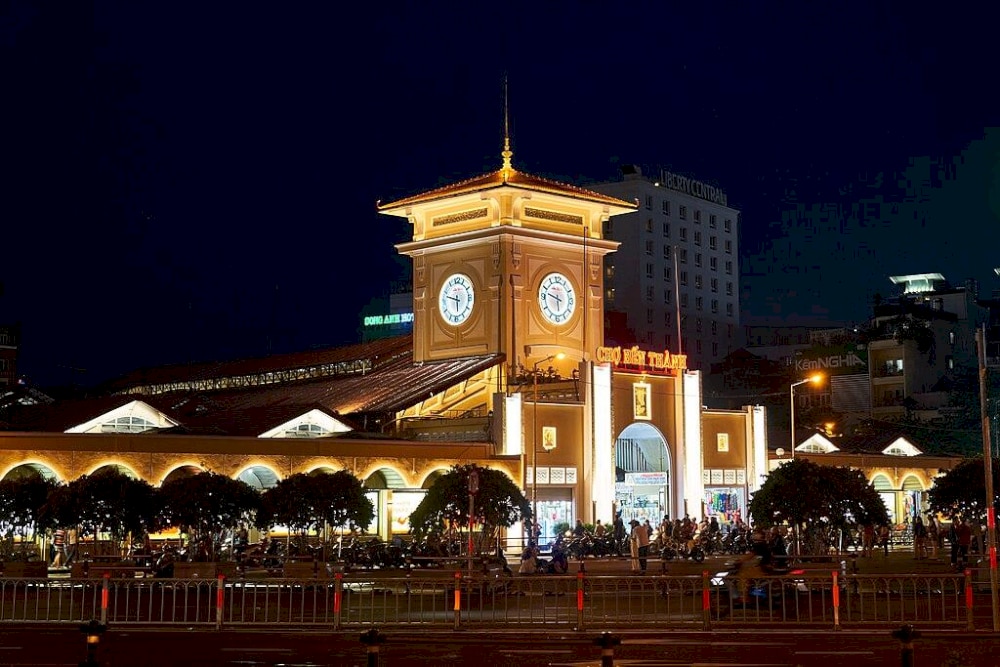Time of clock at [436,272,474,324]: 5:47
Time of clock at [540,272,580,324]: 5:47
